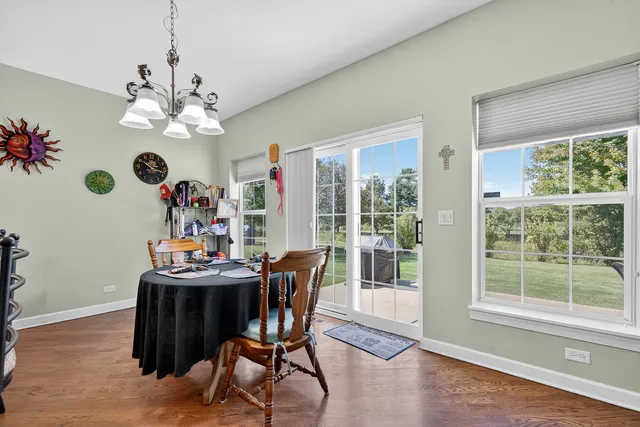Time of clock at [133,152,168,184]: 10:17
